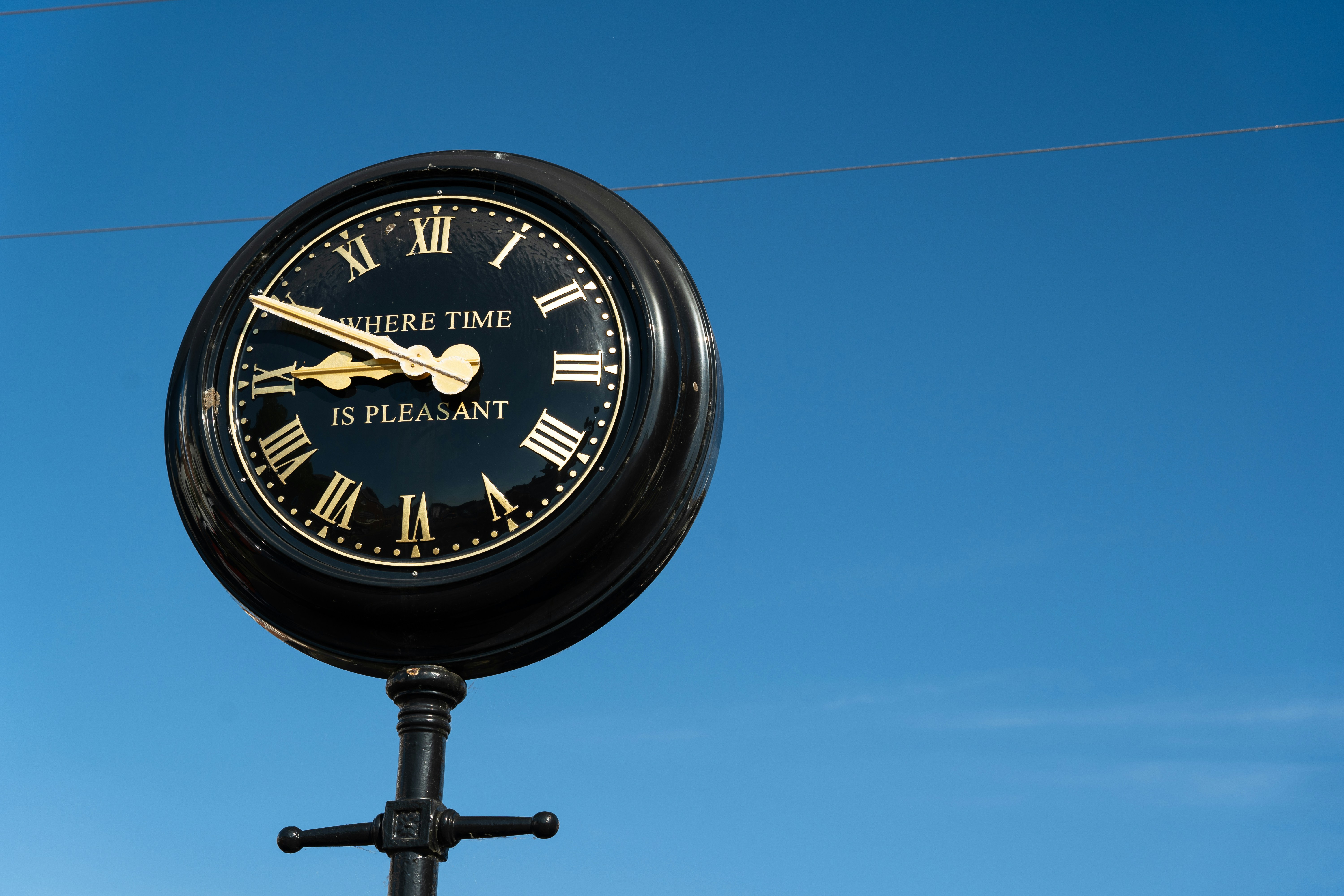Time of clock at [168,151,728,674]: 8:49
